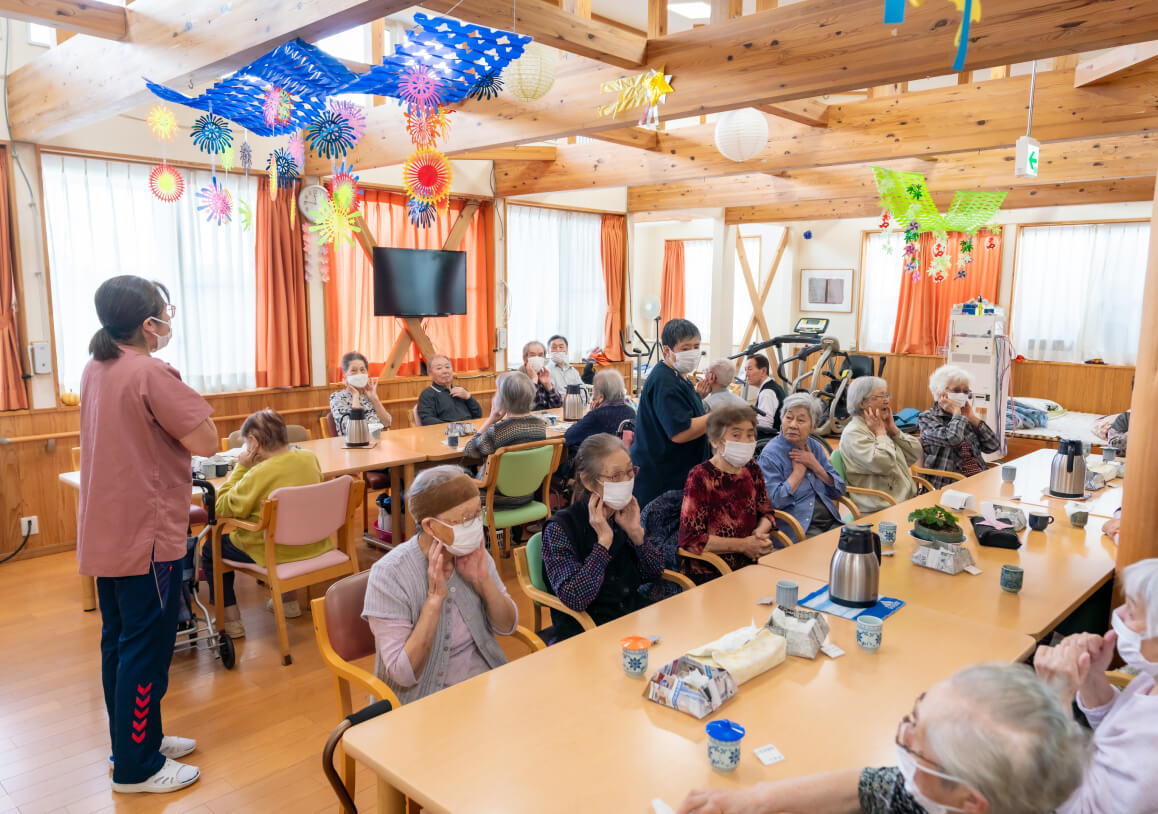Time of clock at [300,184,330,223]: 11:46
